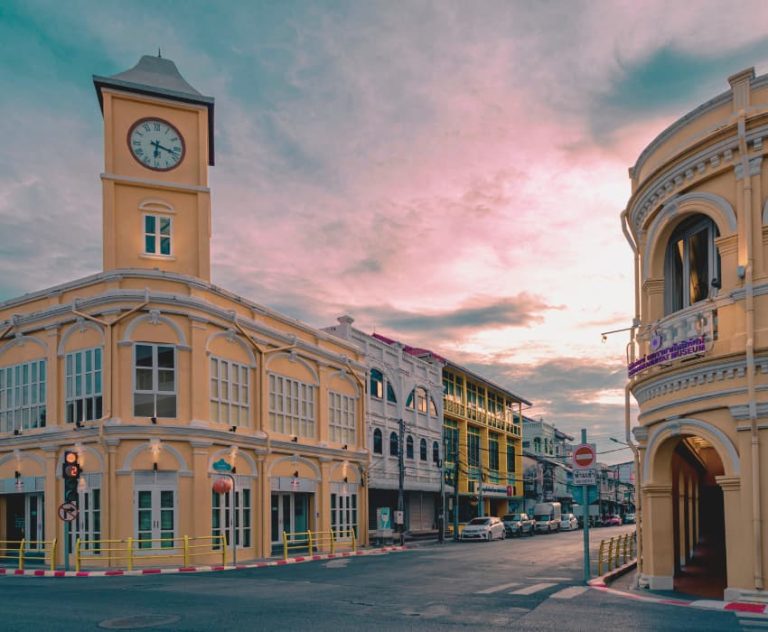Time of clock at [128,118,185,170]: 6:17
